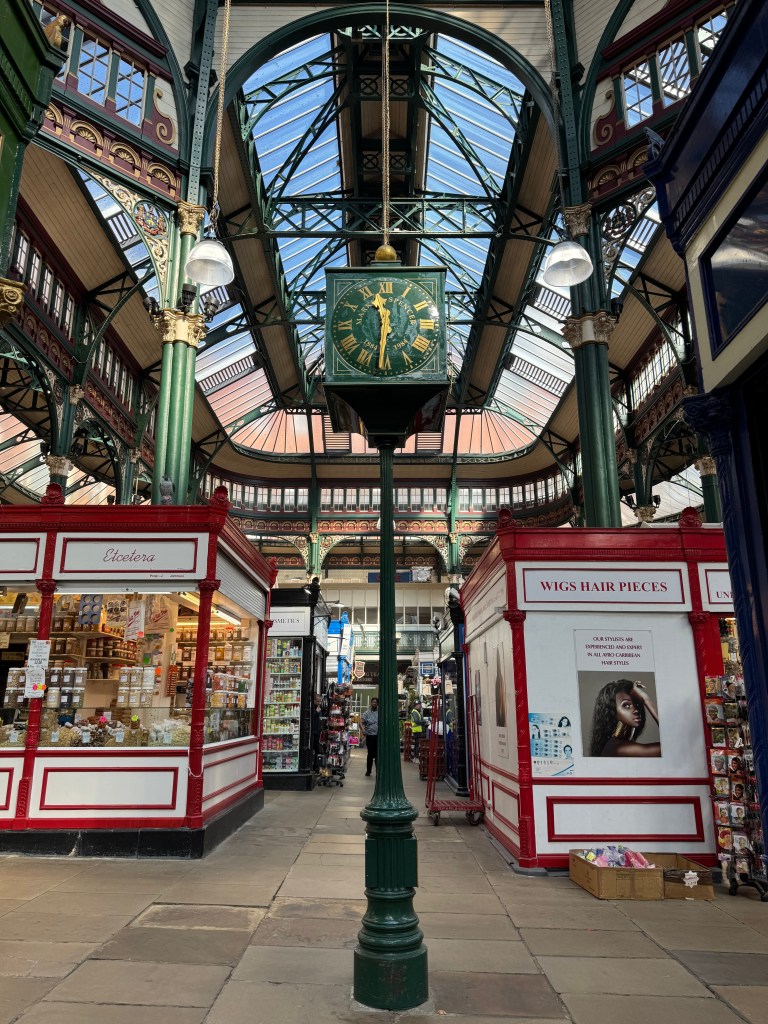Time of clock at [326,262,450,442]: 11:31
